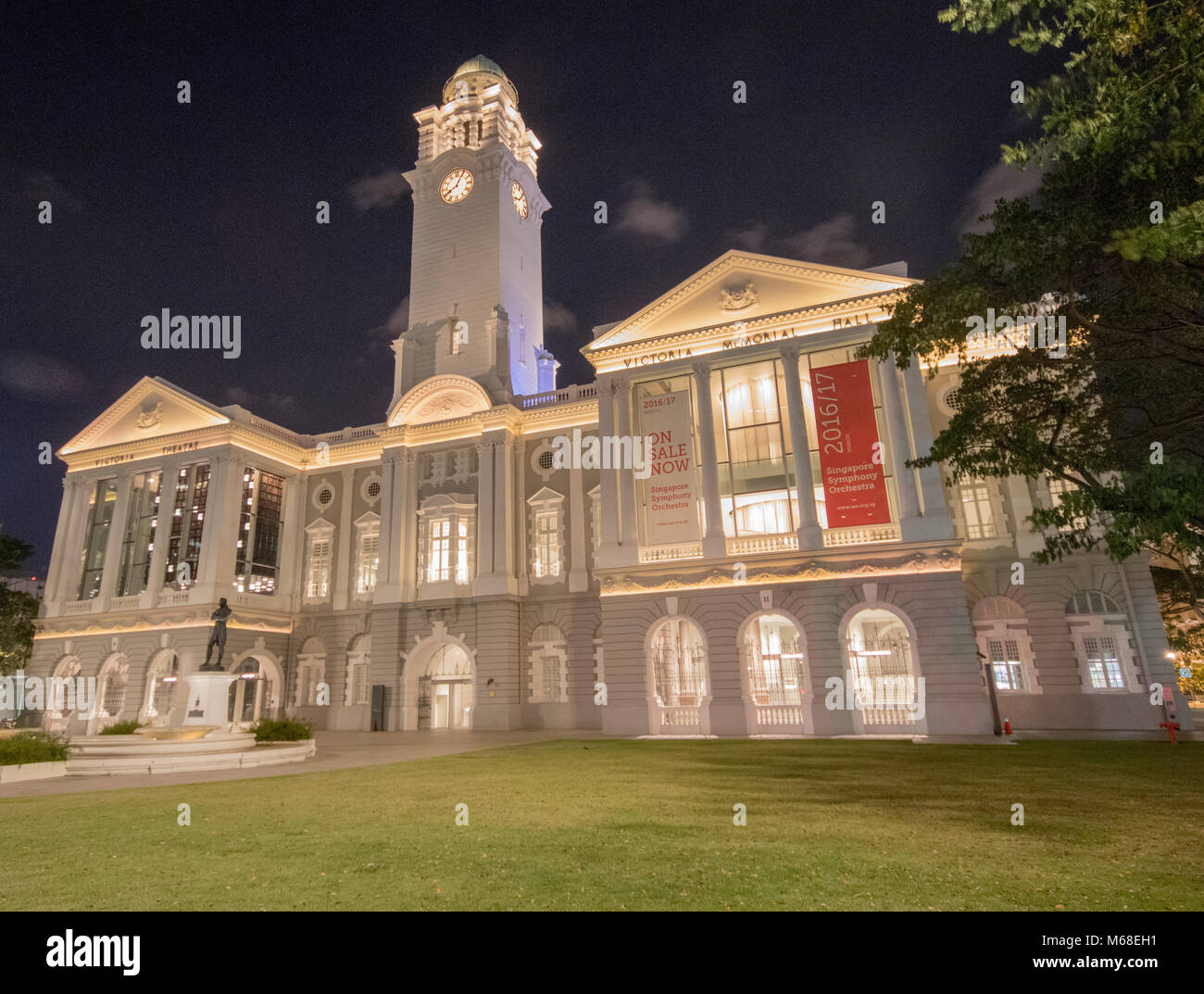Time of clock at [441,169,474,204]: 8:04
